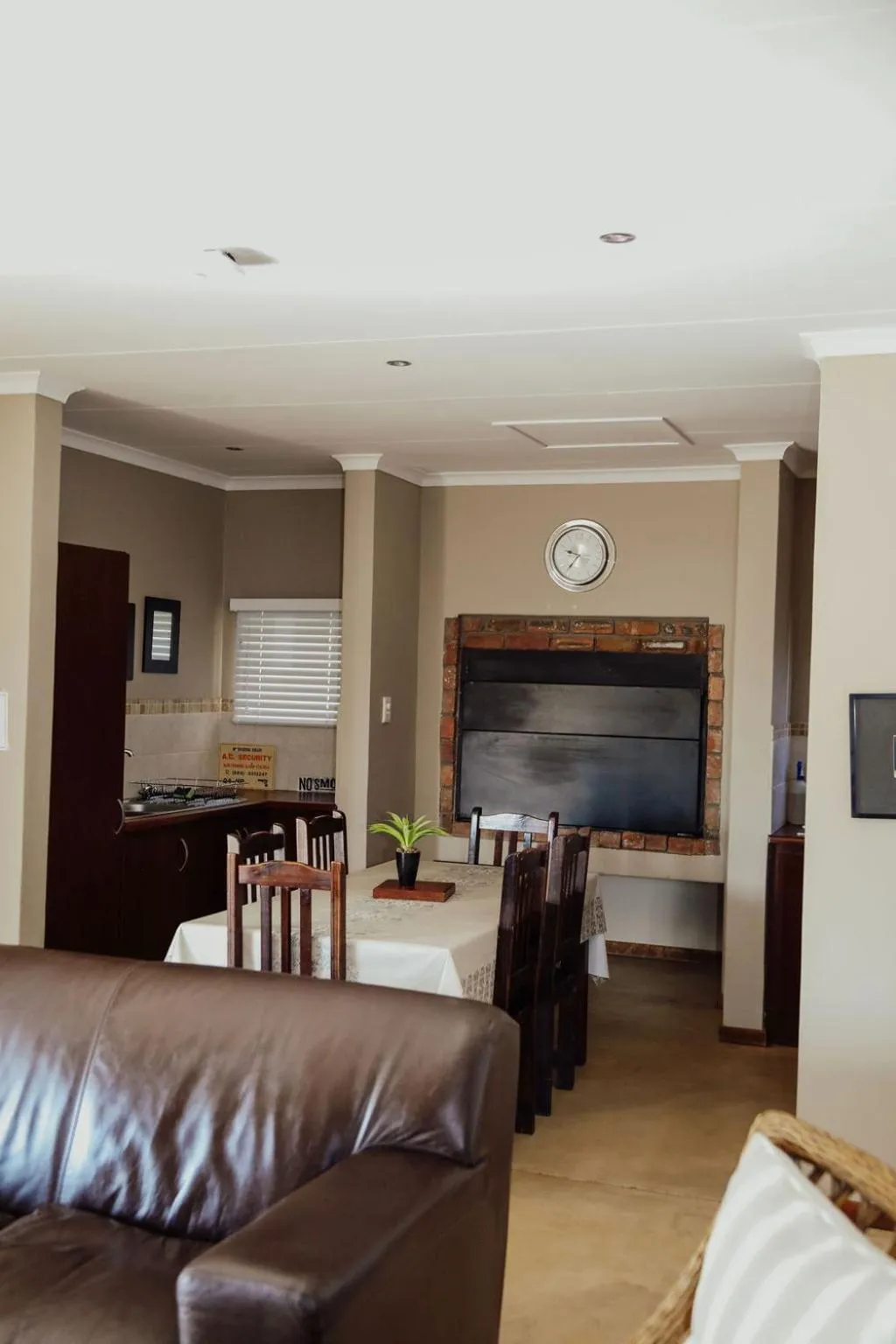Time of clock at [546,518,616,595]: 9:36
